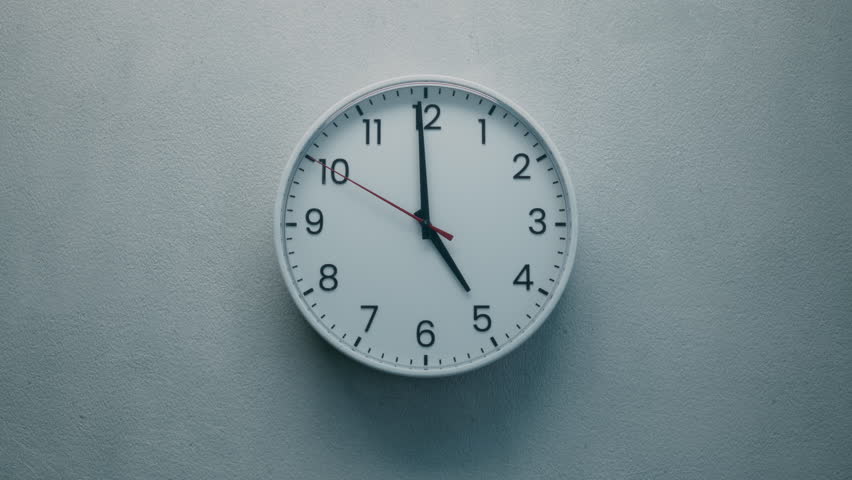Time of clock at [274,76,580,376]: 4:59
